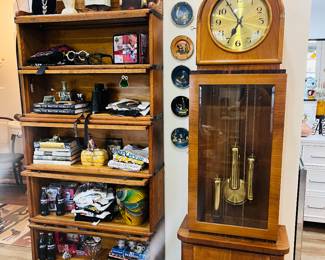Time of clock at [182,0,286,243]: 6:00
